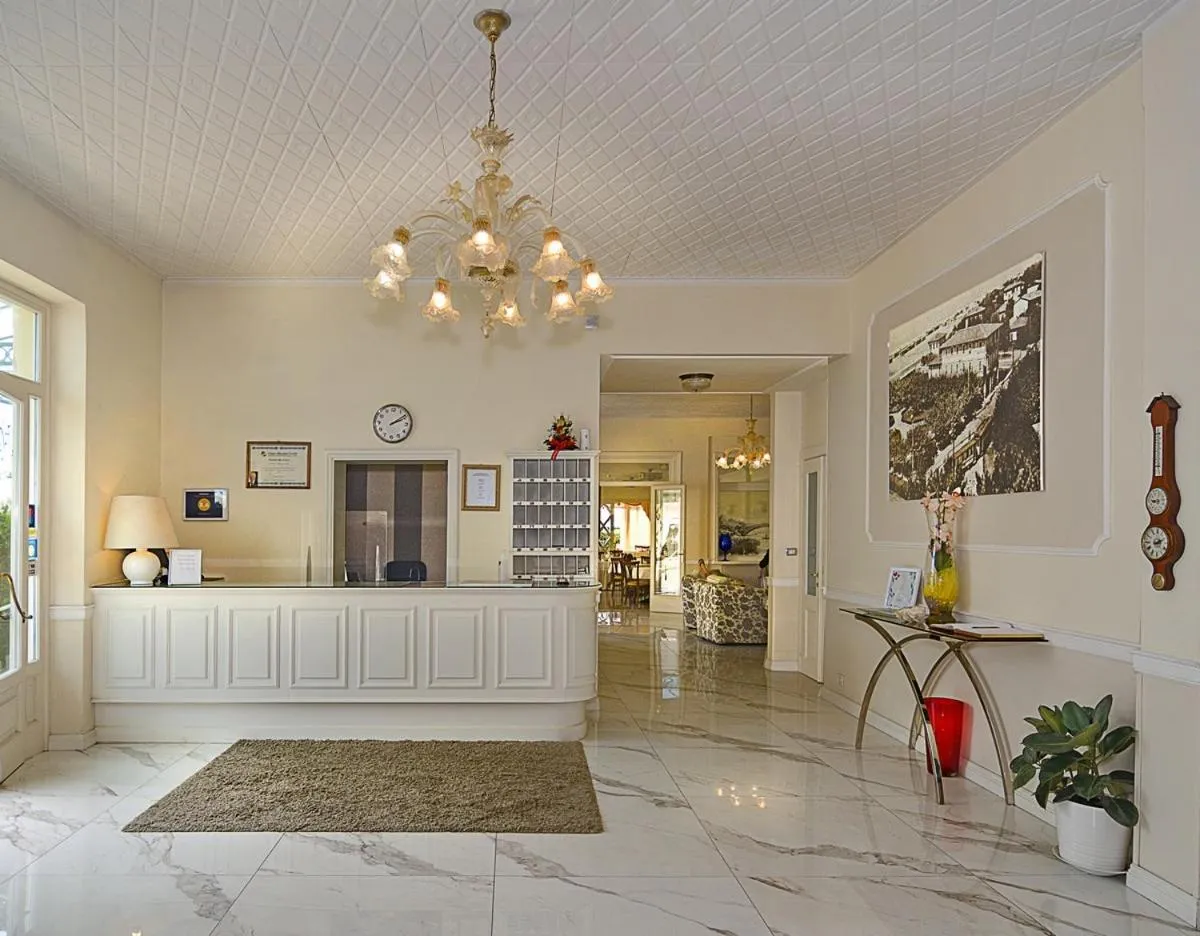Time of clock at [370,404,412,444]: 2:09
